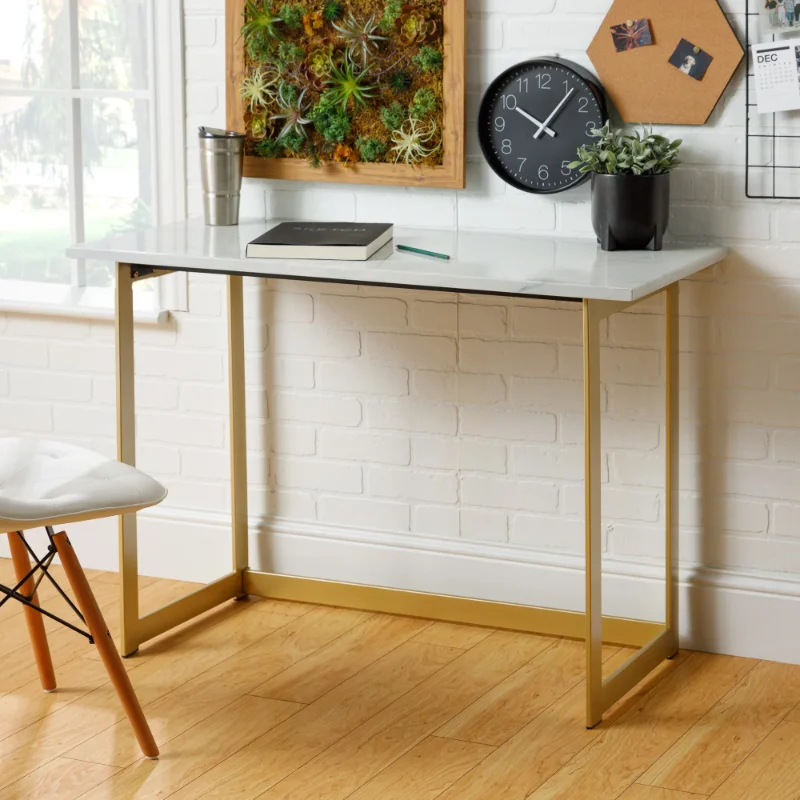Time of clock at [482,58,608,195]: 10:06
